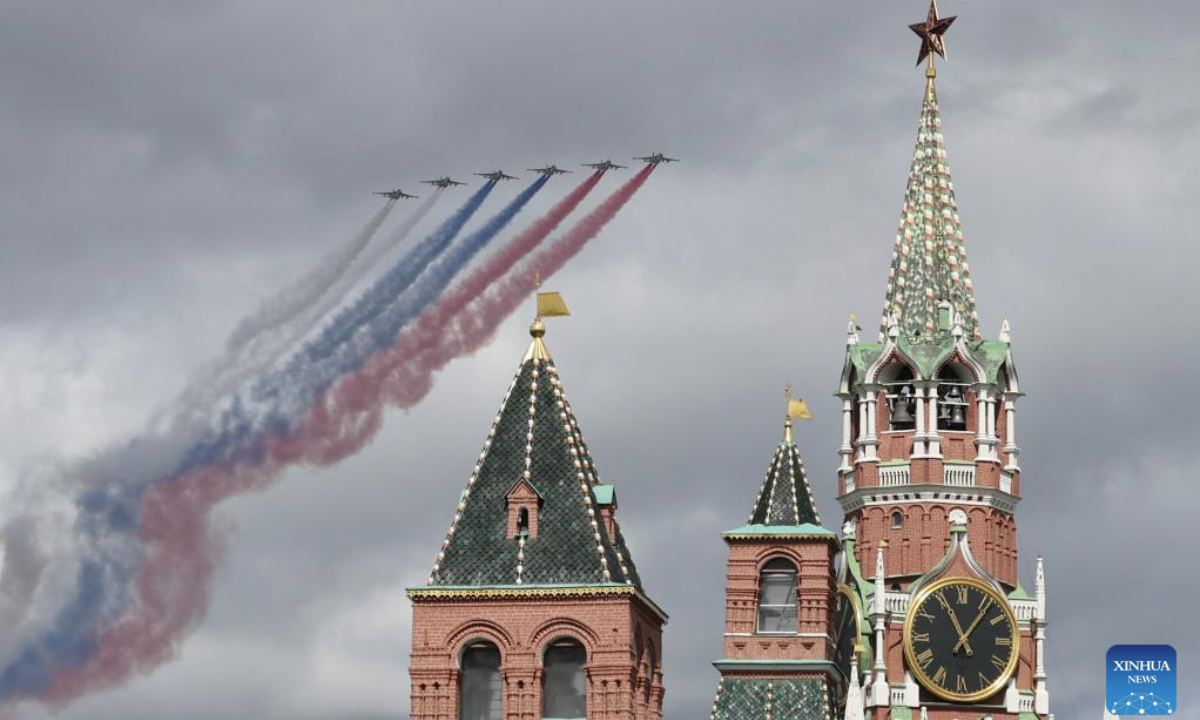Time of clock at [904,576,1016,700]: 11:06
